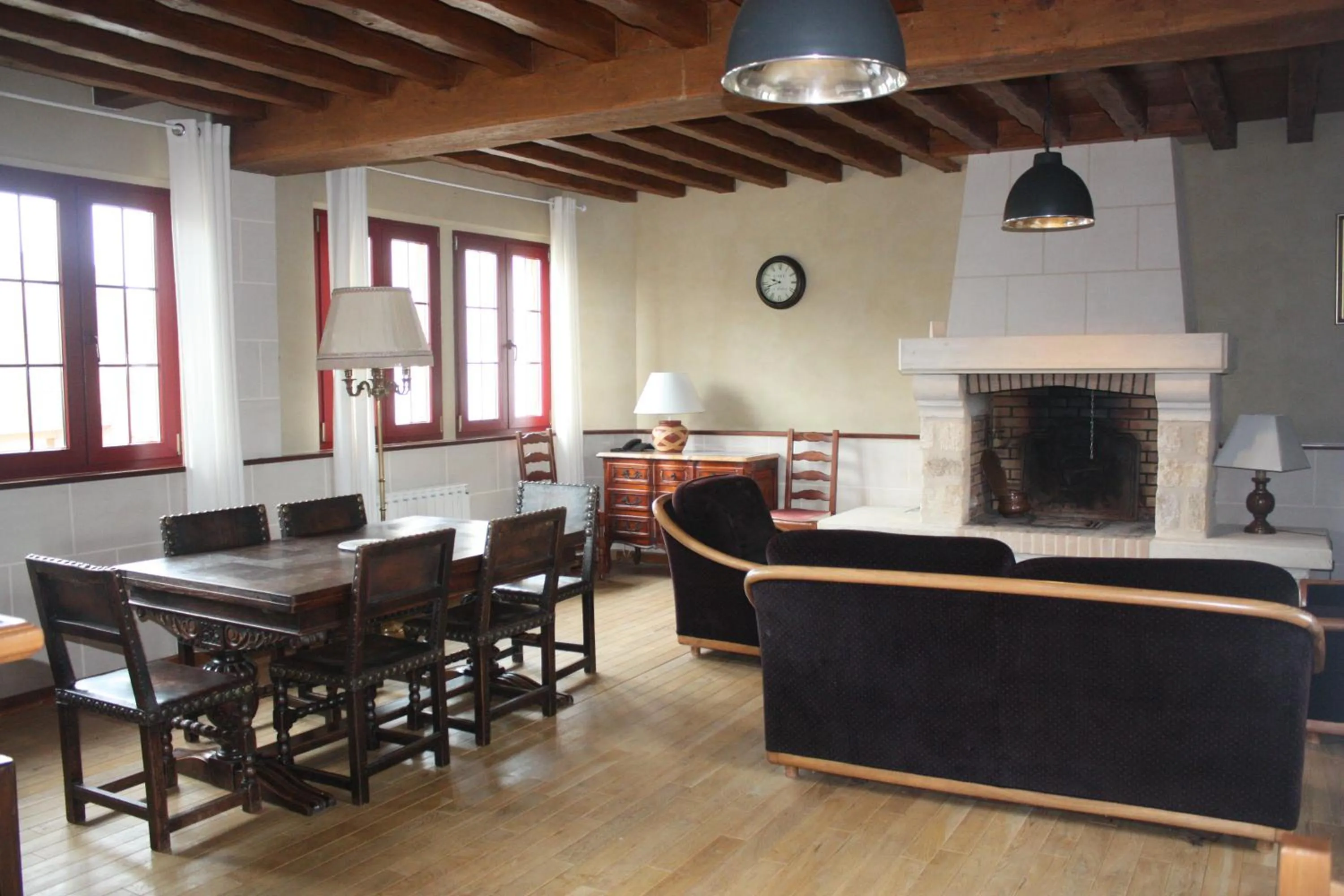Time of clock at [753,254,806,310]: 9:41
